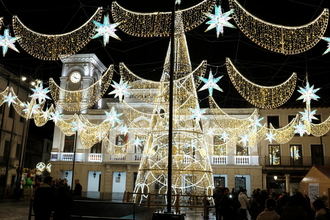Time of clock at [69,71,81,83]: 4:18
